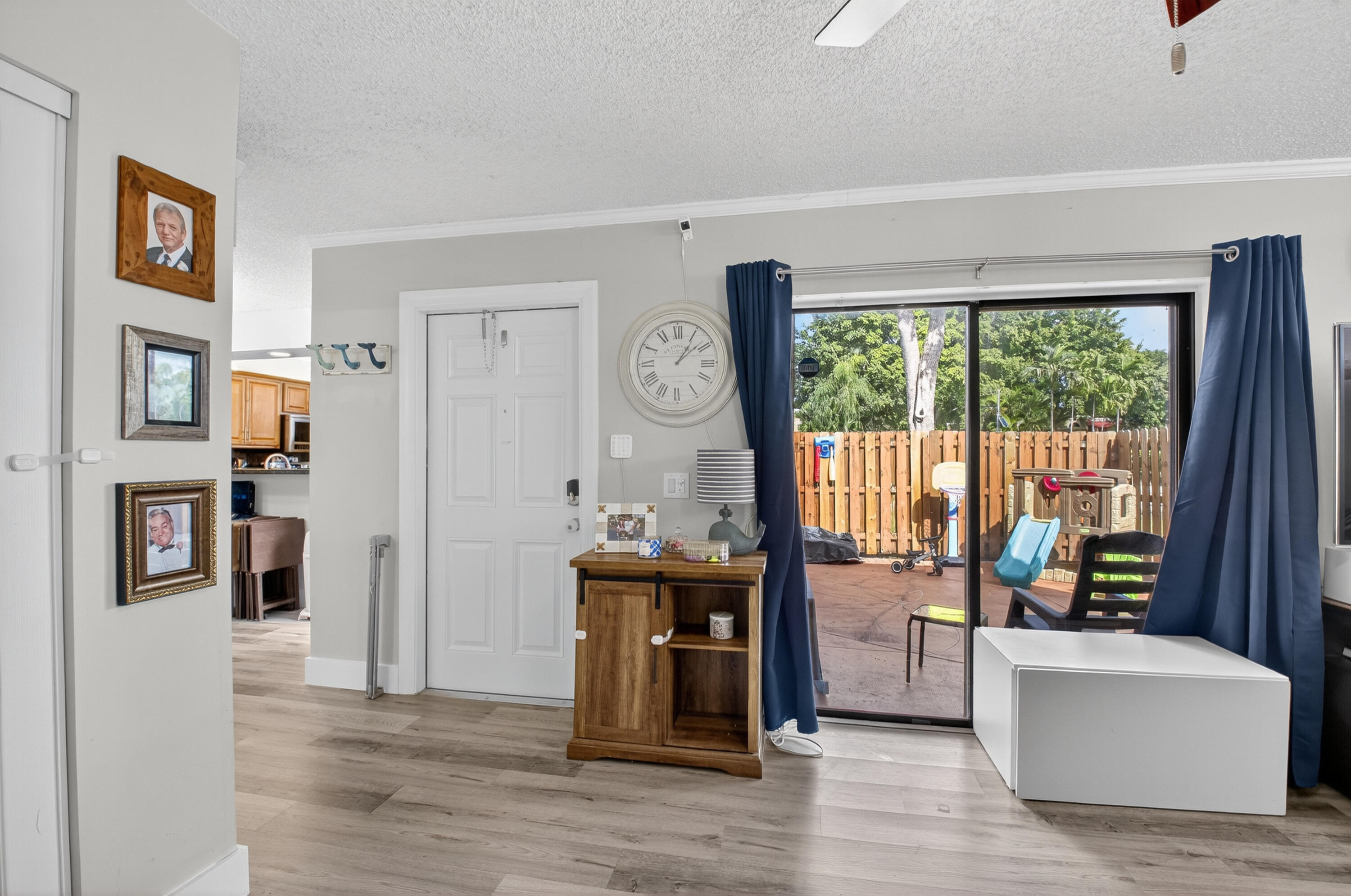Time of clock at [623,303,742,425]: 1:08
